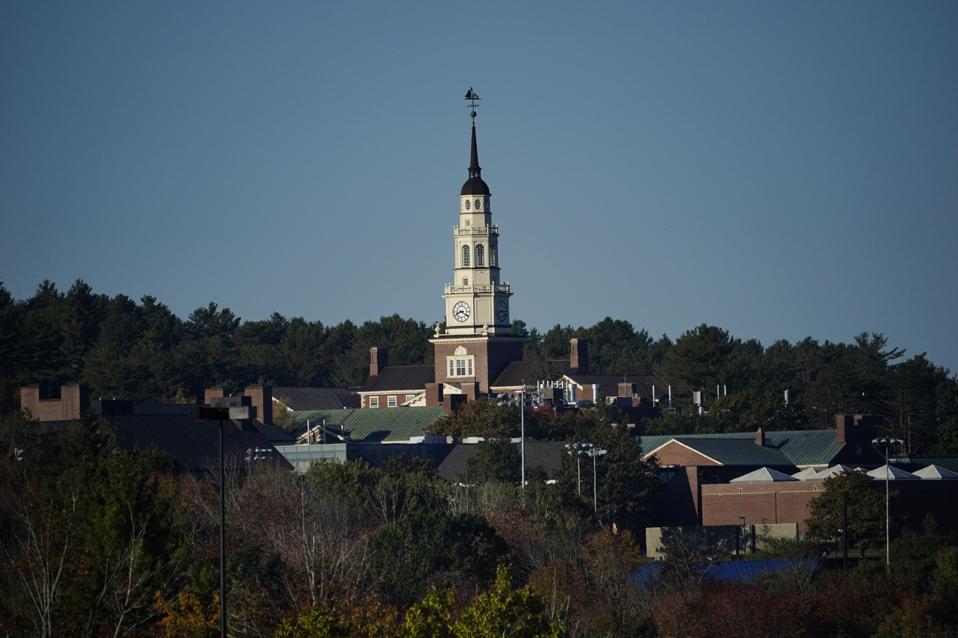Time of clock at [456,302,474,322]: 8:20
